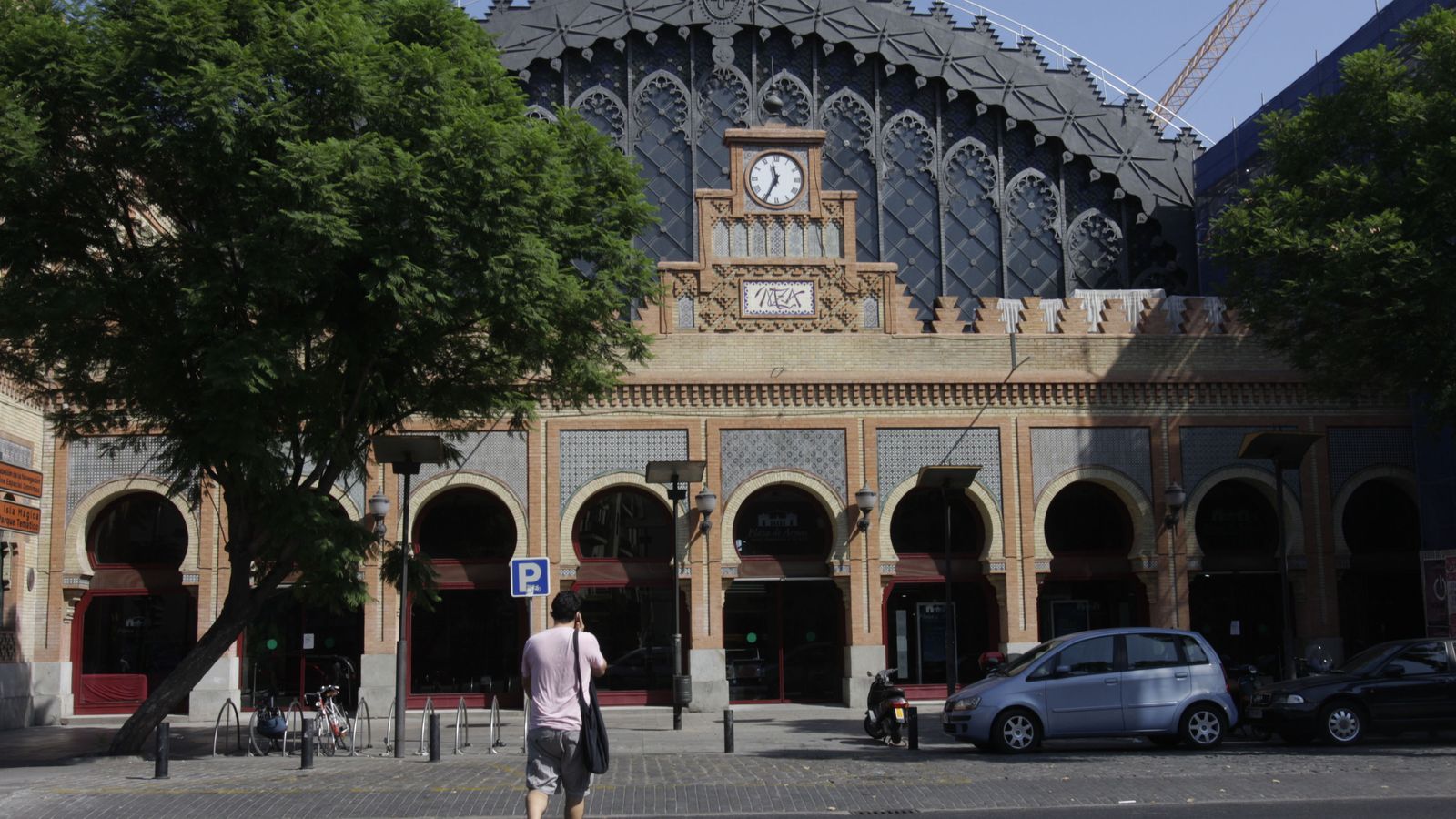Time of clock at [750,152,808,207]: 11:34
